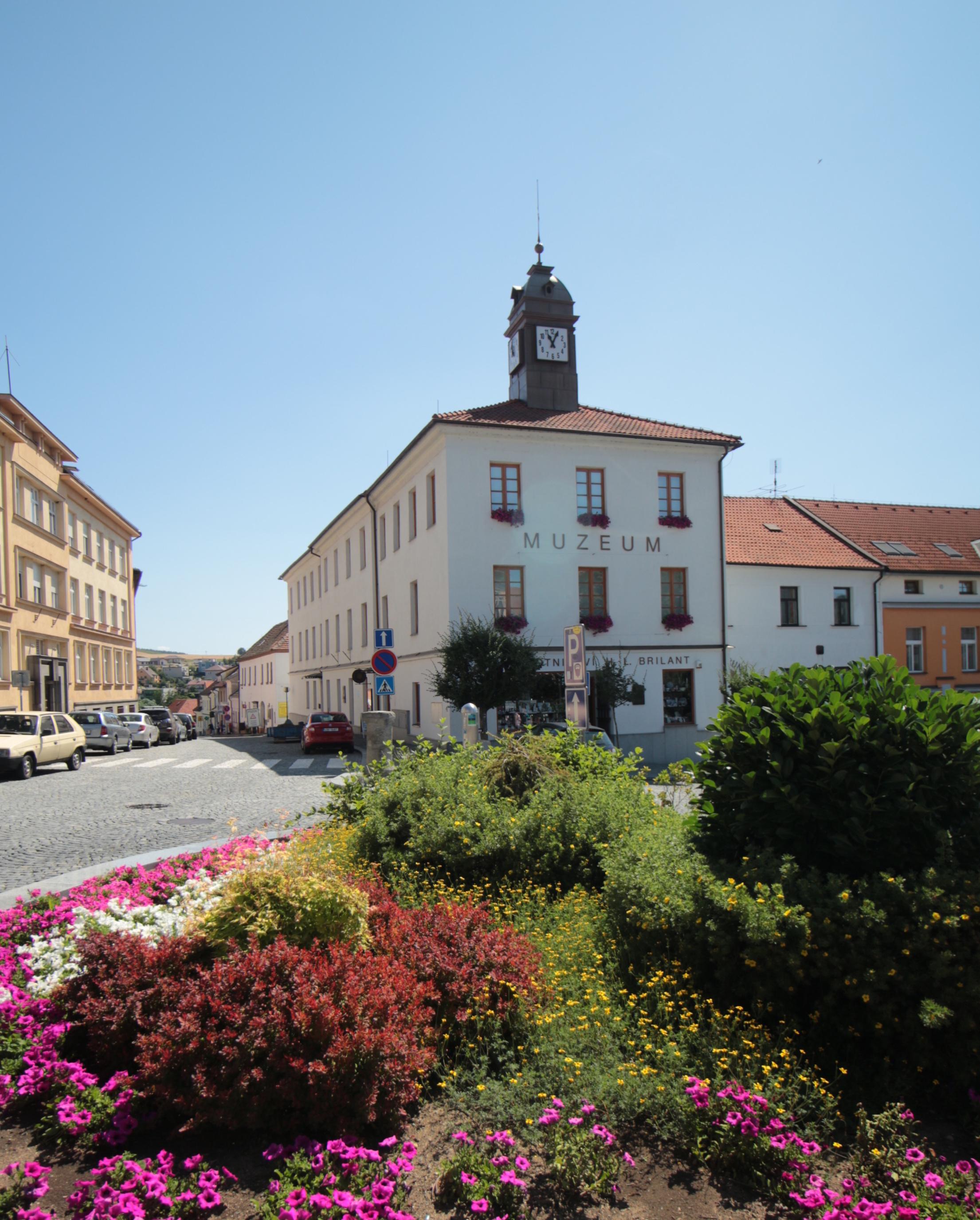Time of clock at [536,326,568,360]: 11:04
